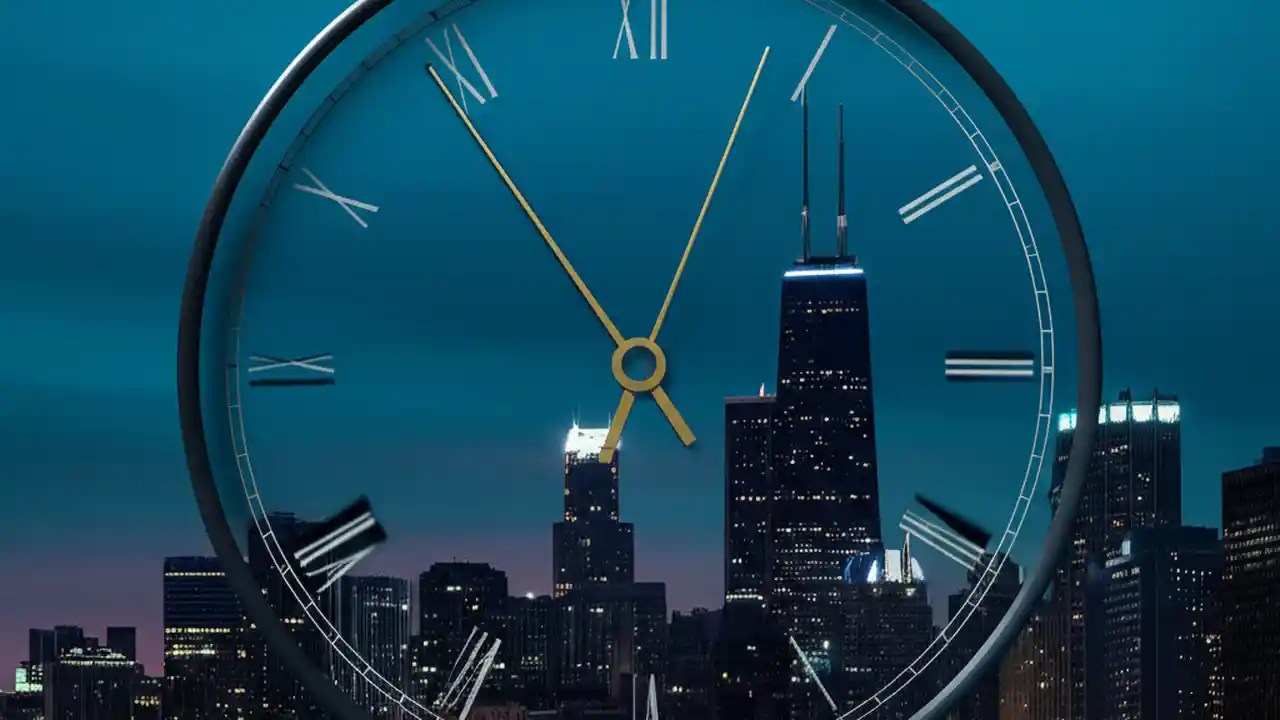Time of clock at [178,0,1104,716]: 5:54
